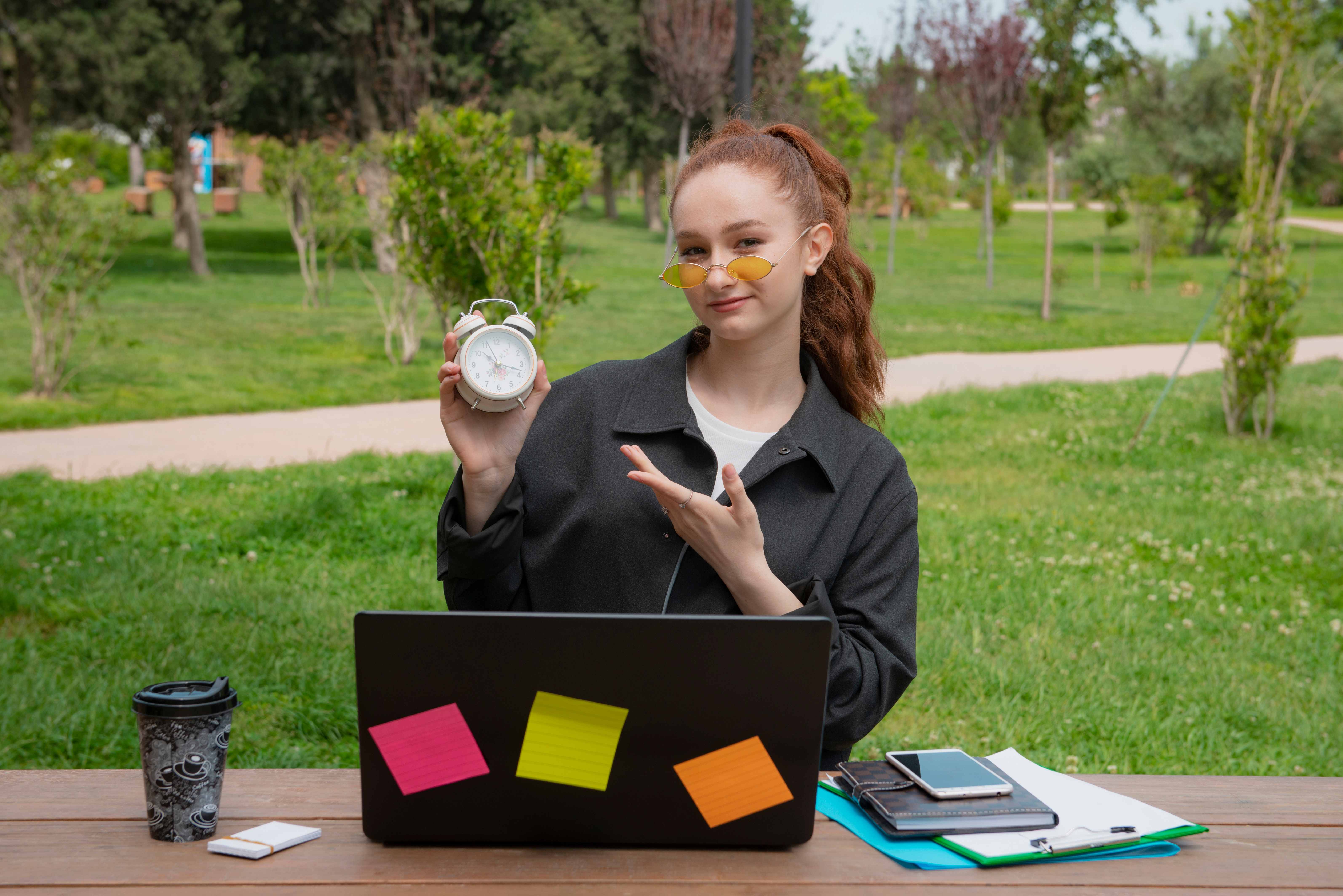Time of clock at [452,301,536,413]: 10:17
